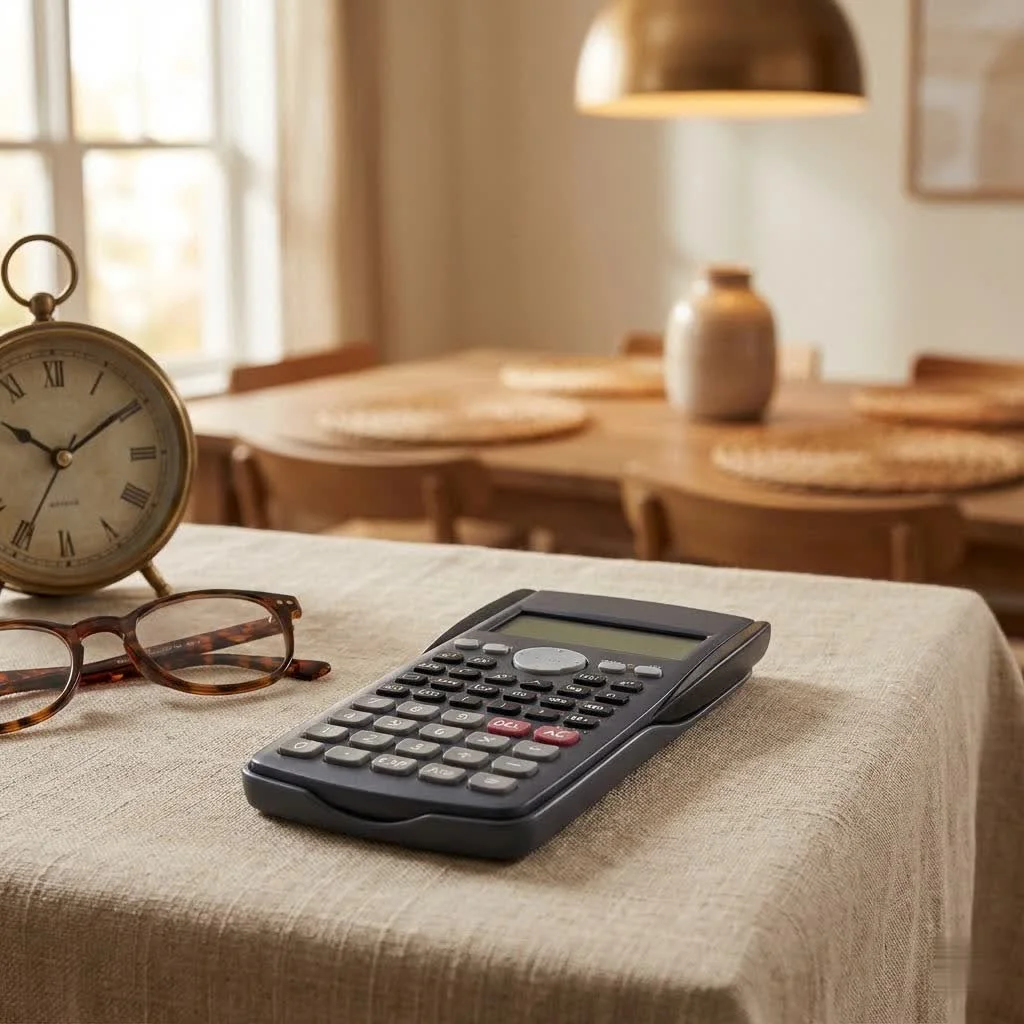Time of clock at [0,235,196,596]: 10:09
